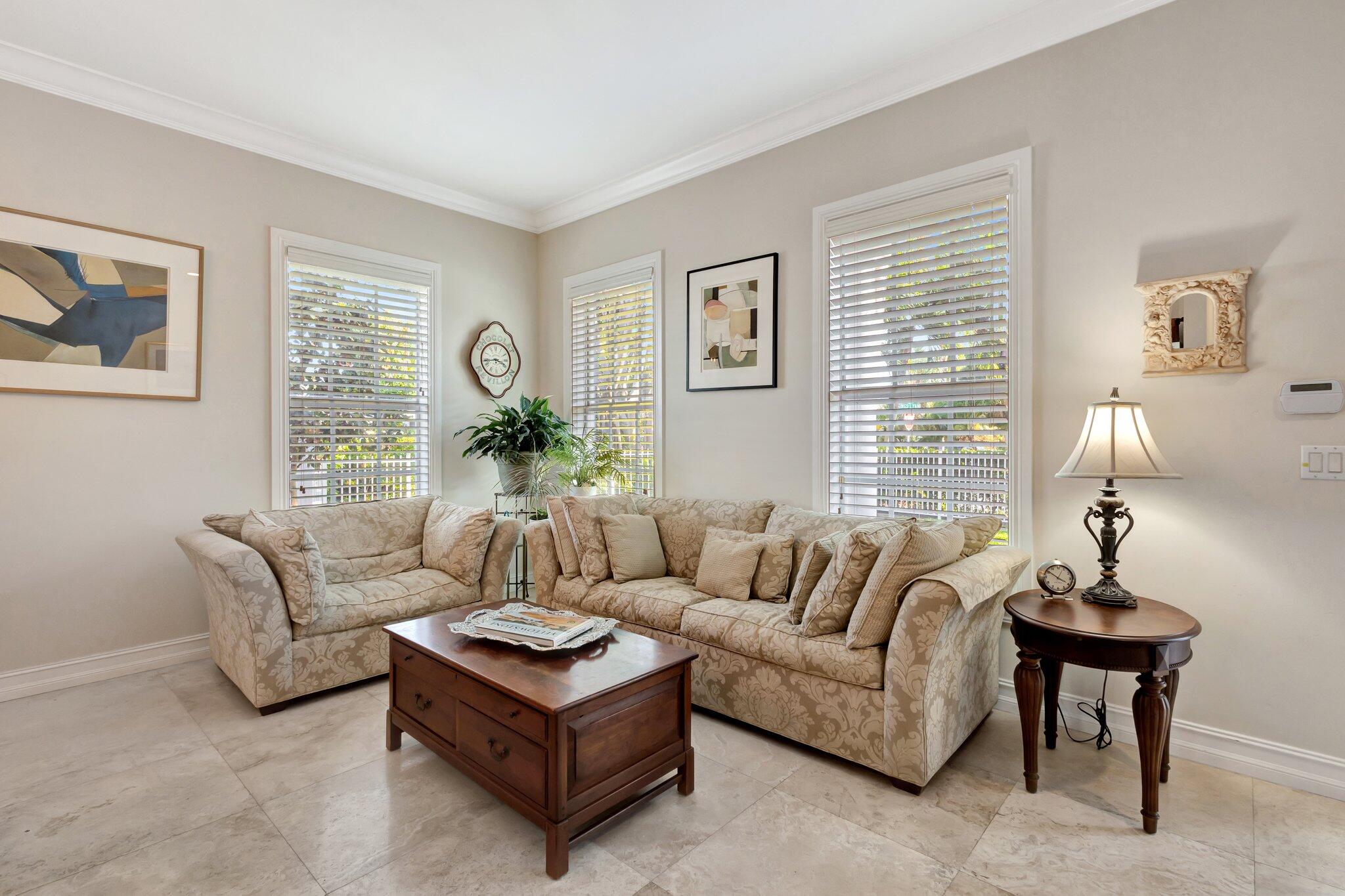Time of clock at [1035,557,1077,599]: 3:50
